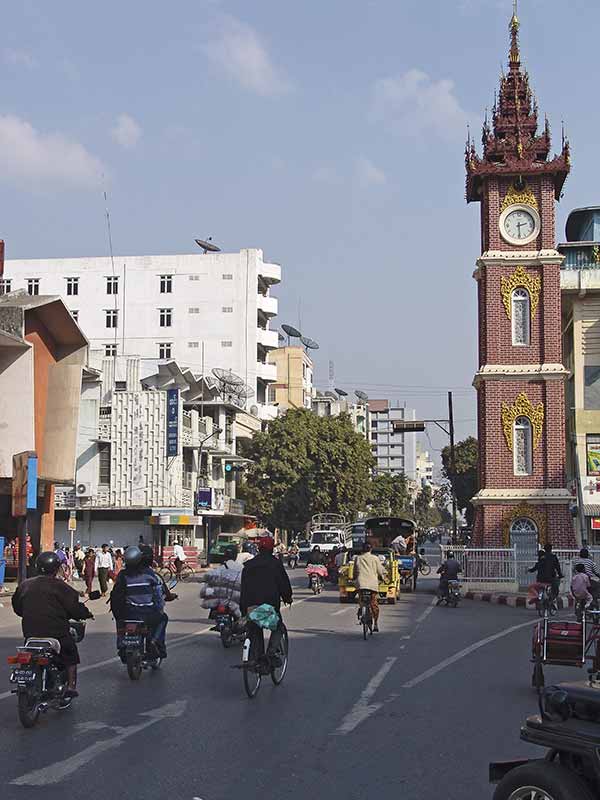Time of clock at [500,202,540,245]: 2:29
